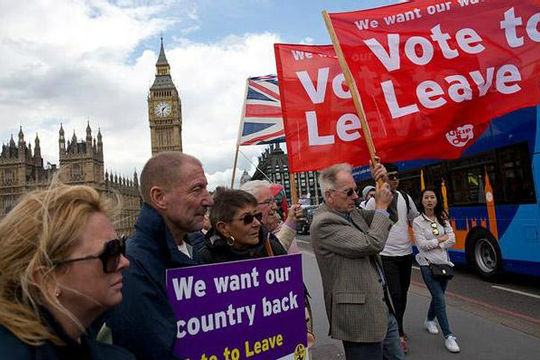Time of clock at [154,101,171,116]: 1:32
